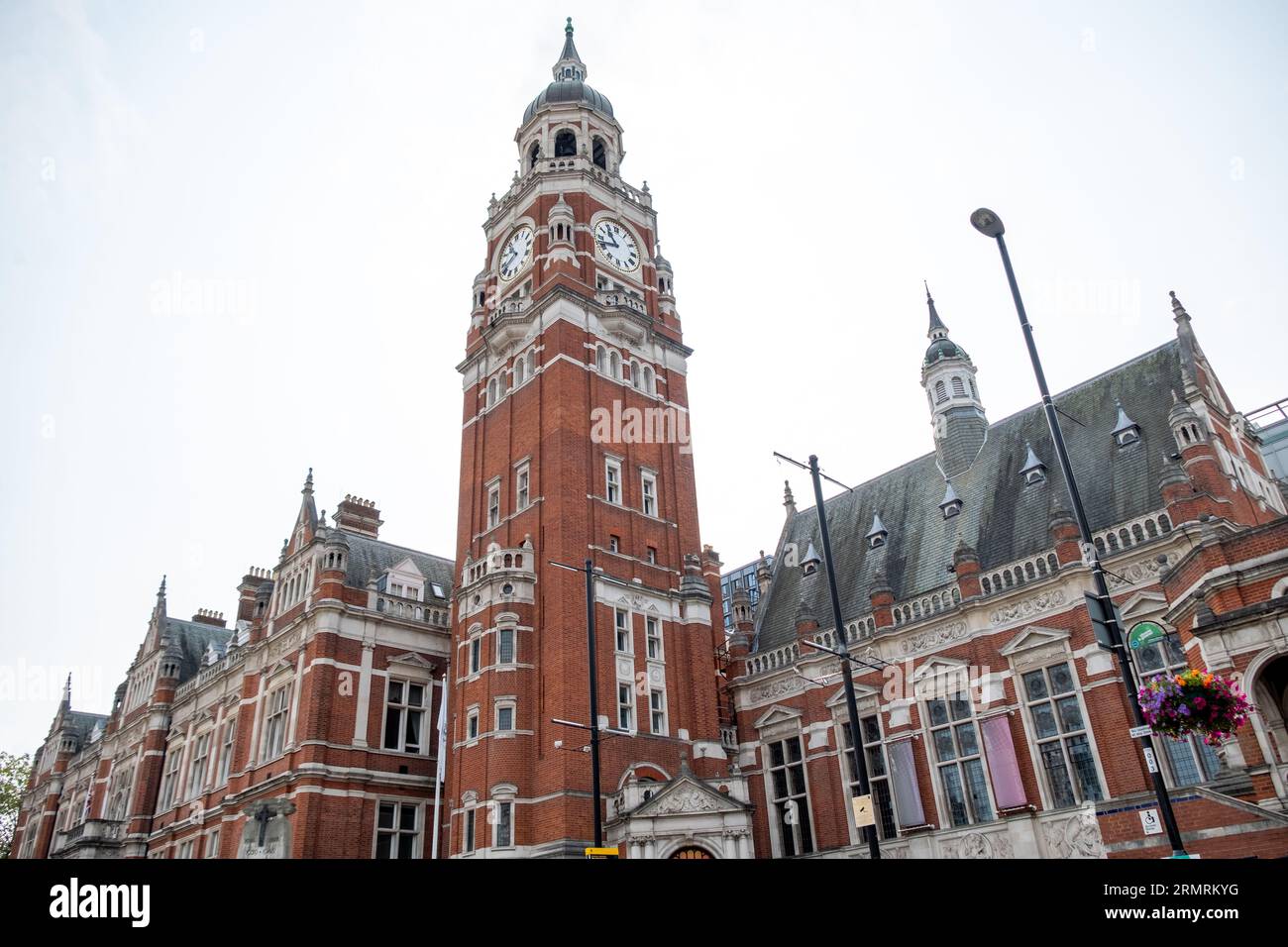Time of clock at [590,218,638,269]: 10:42
